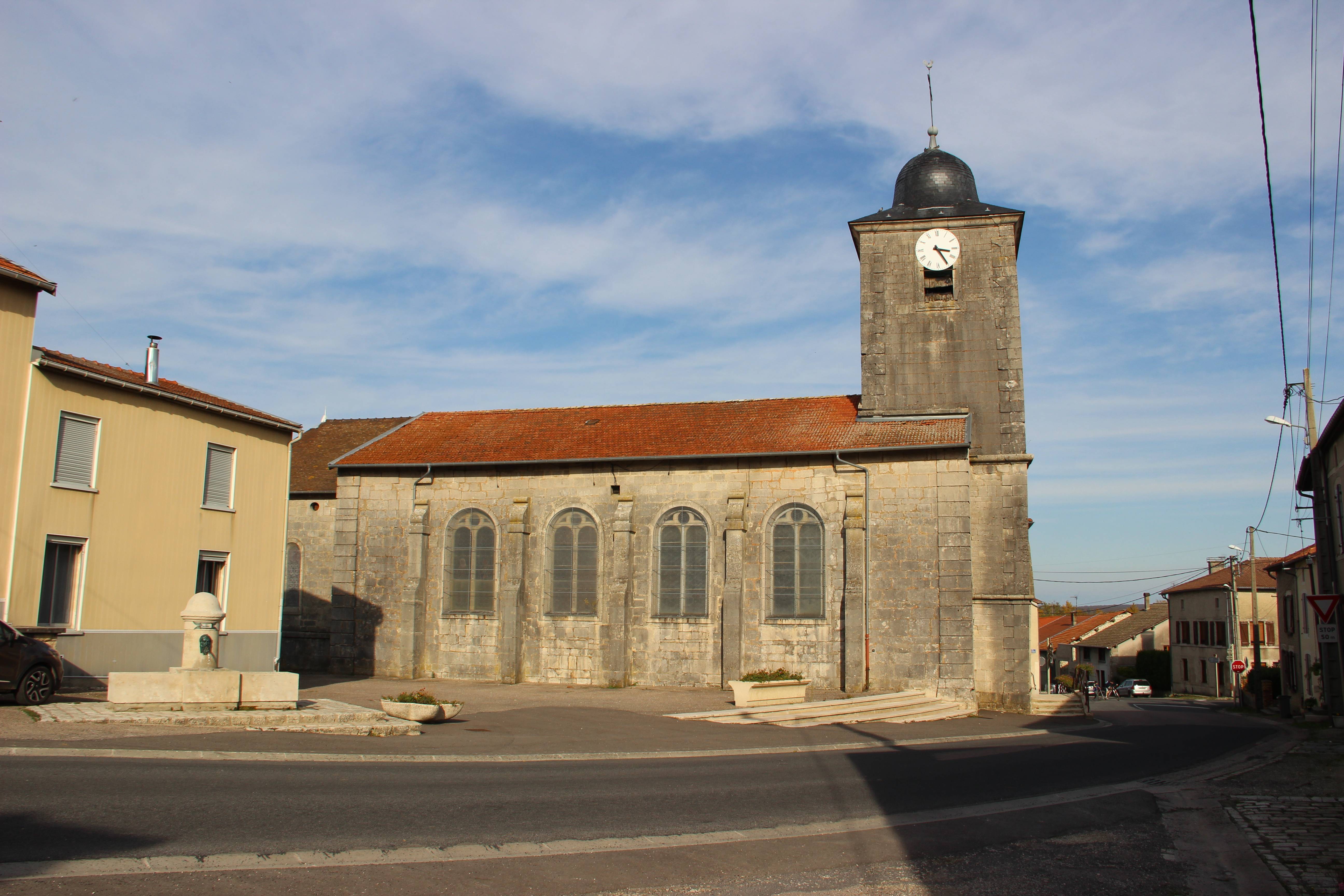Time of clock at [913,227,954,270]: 3:24
